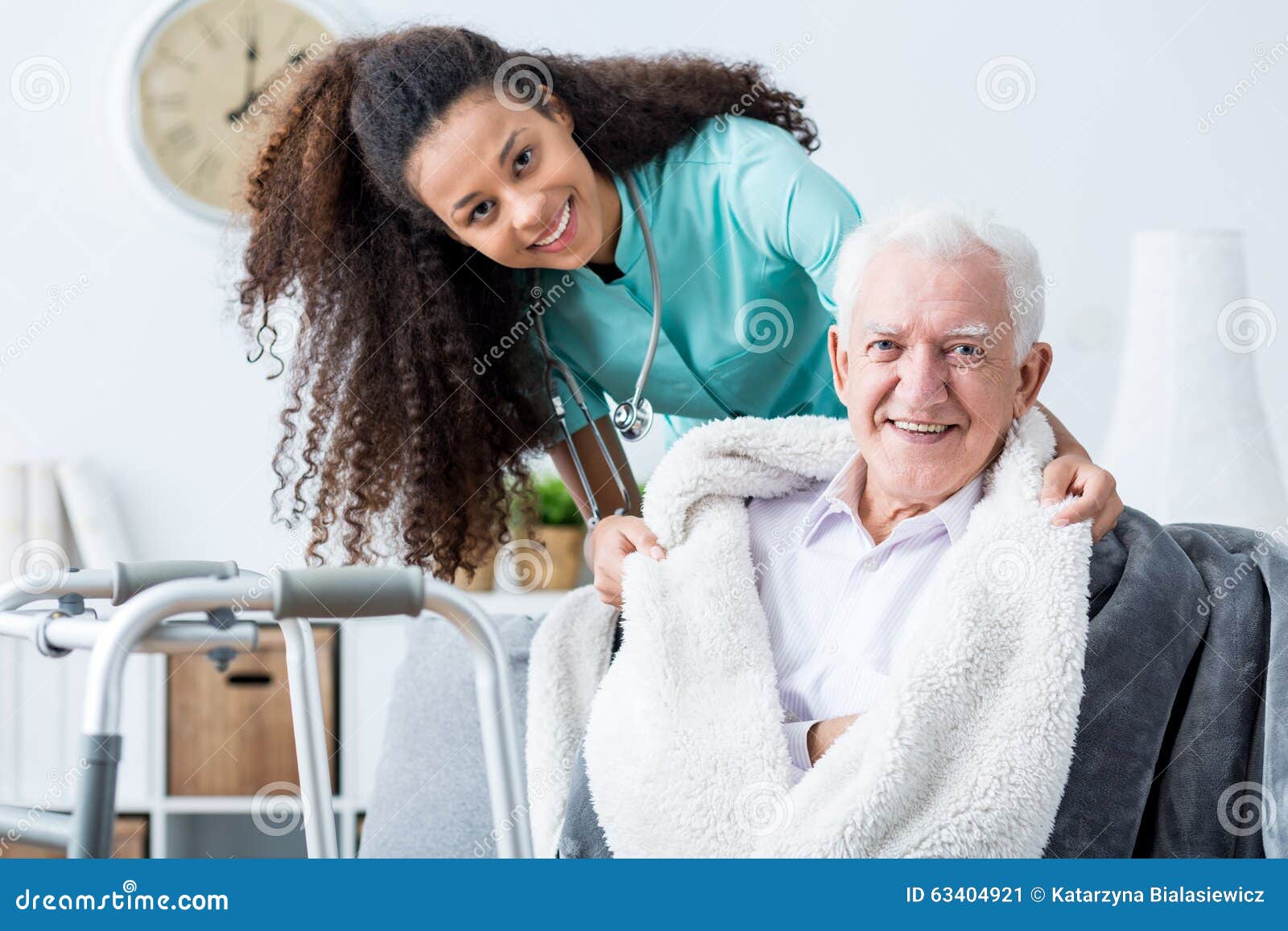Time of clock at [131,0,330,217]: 12:07
